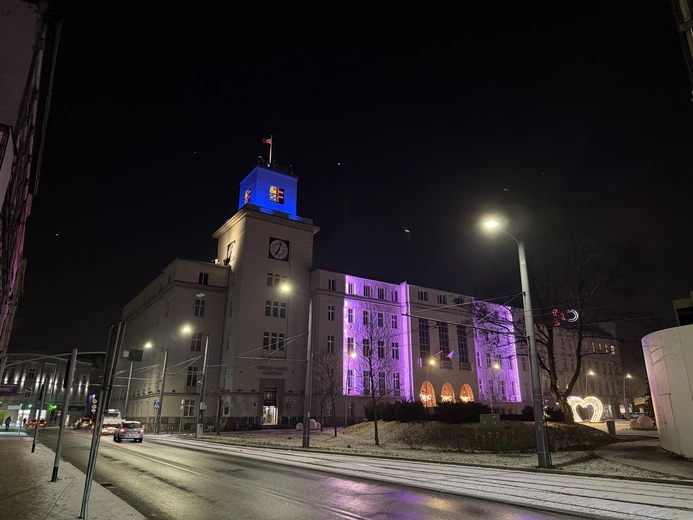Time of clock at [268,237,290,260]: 7:02
